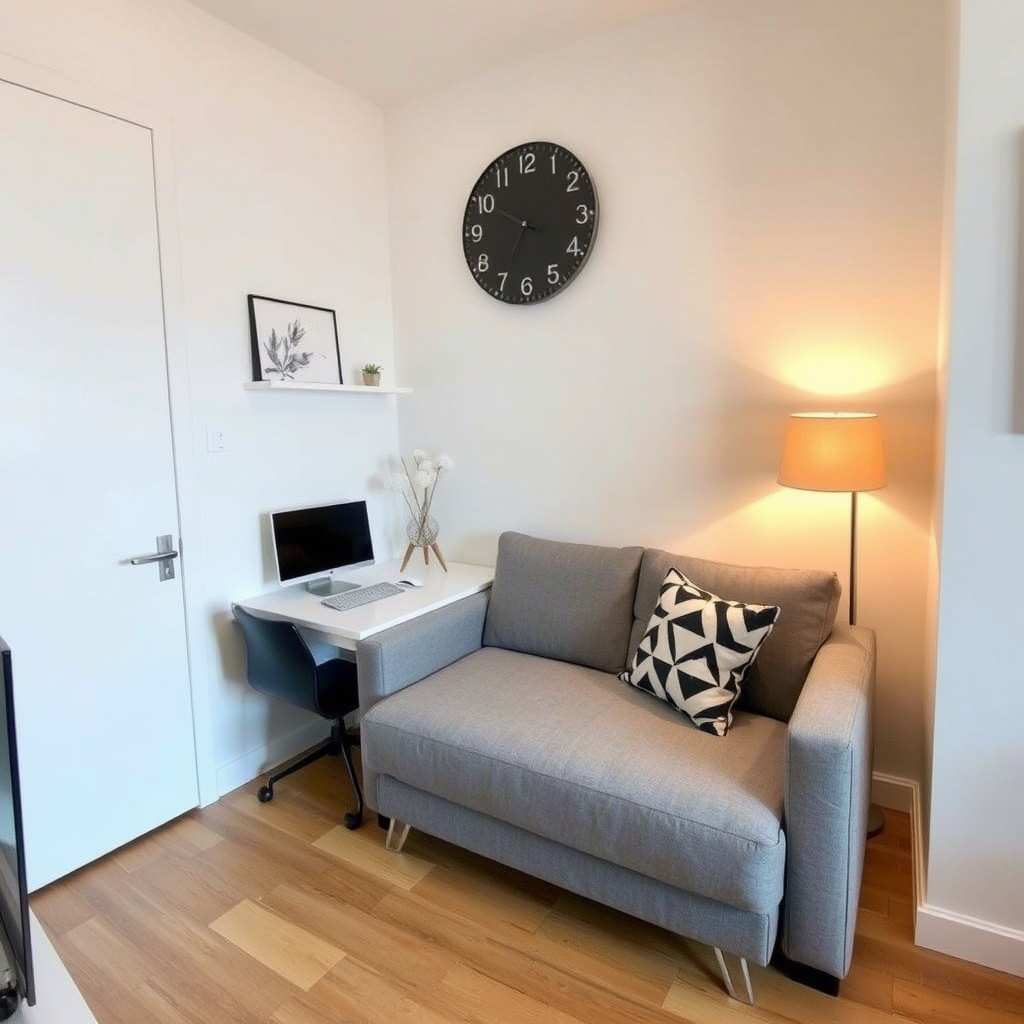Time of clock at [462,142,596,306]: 6:49
